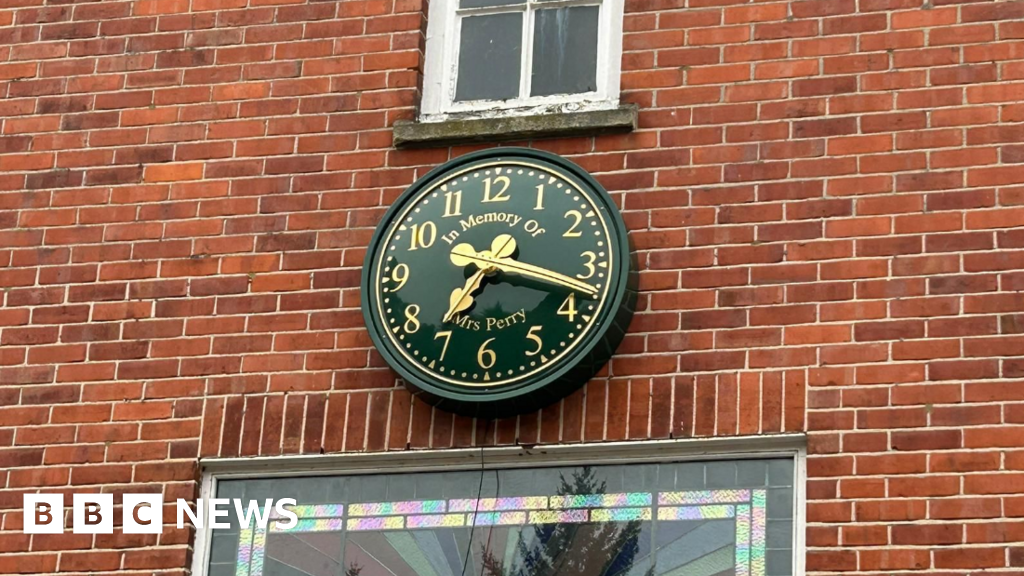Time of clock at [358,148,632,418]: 7:17
